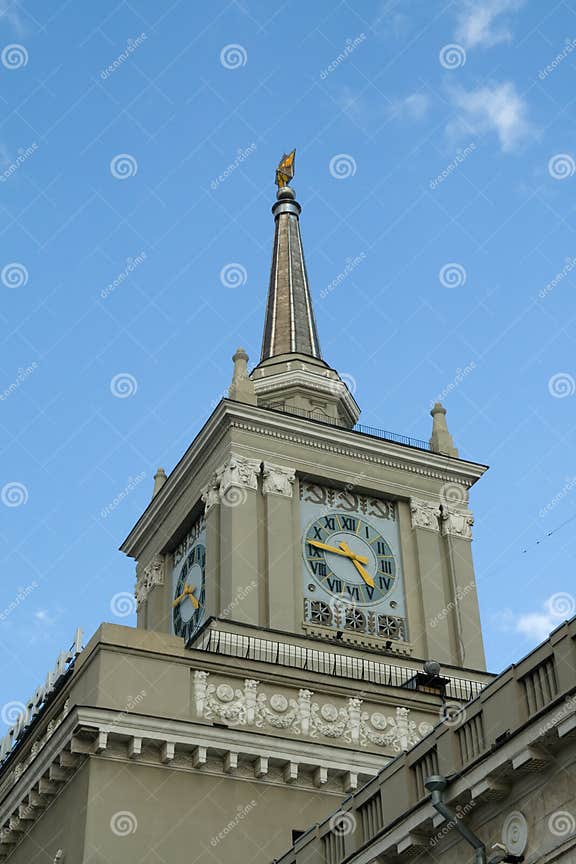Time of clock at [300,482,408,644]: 4:45
